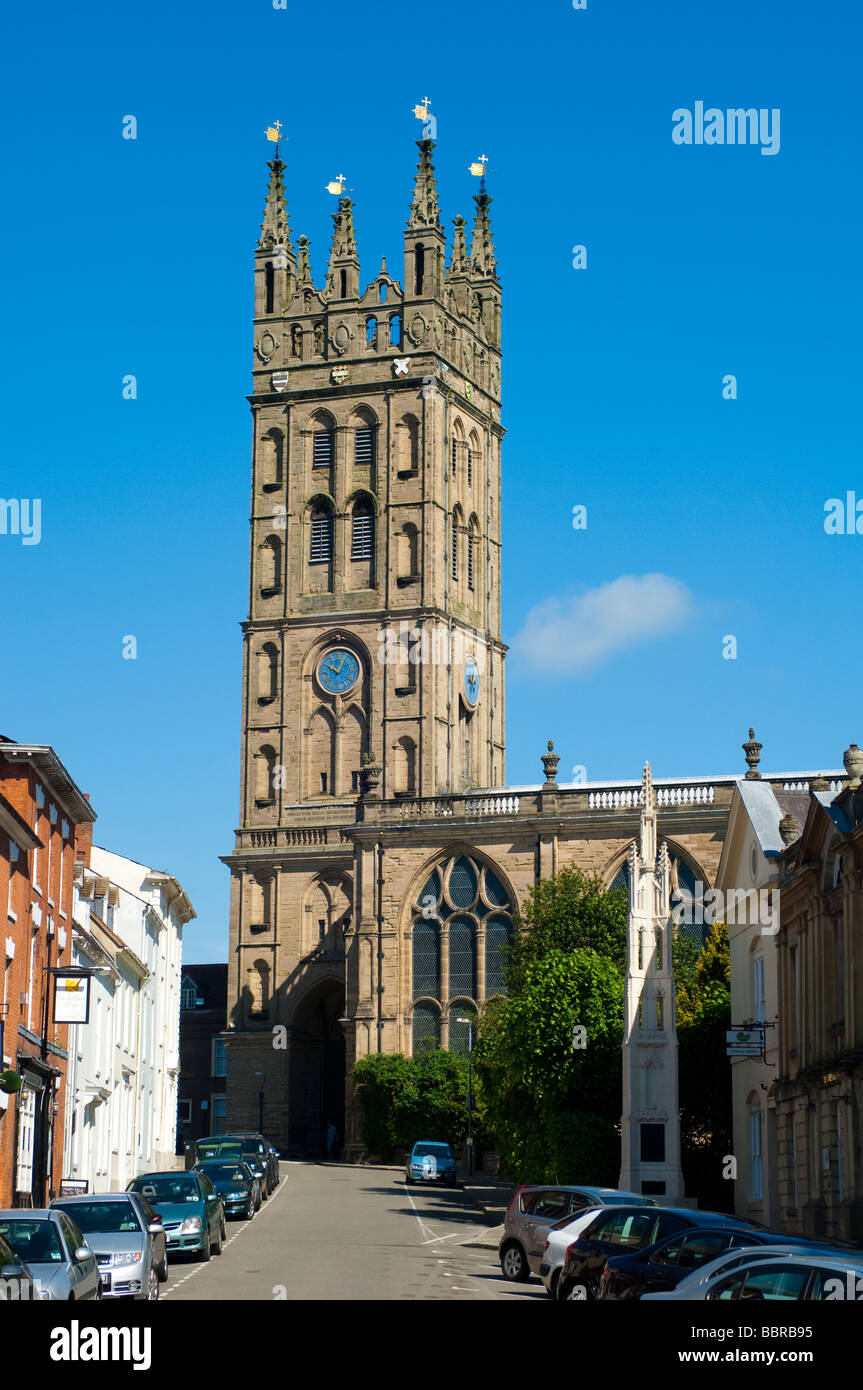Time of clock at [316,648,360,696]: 10:04
